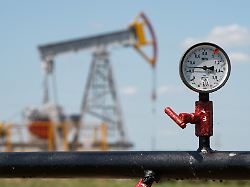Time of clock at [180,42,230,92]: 2:46
